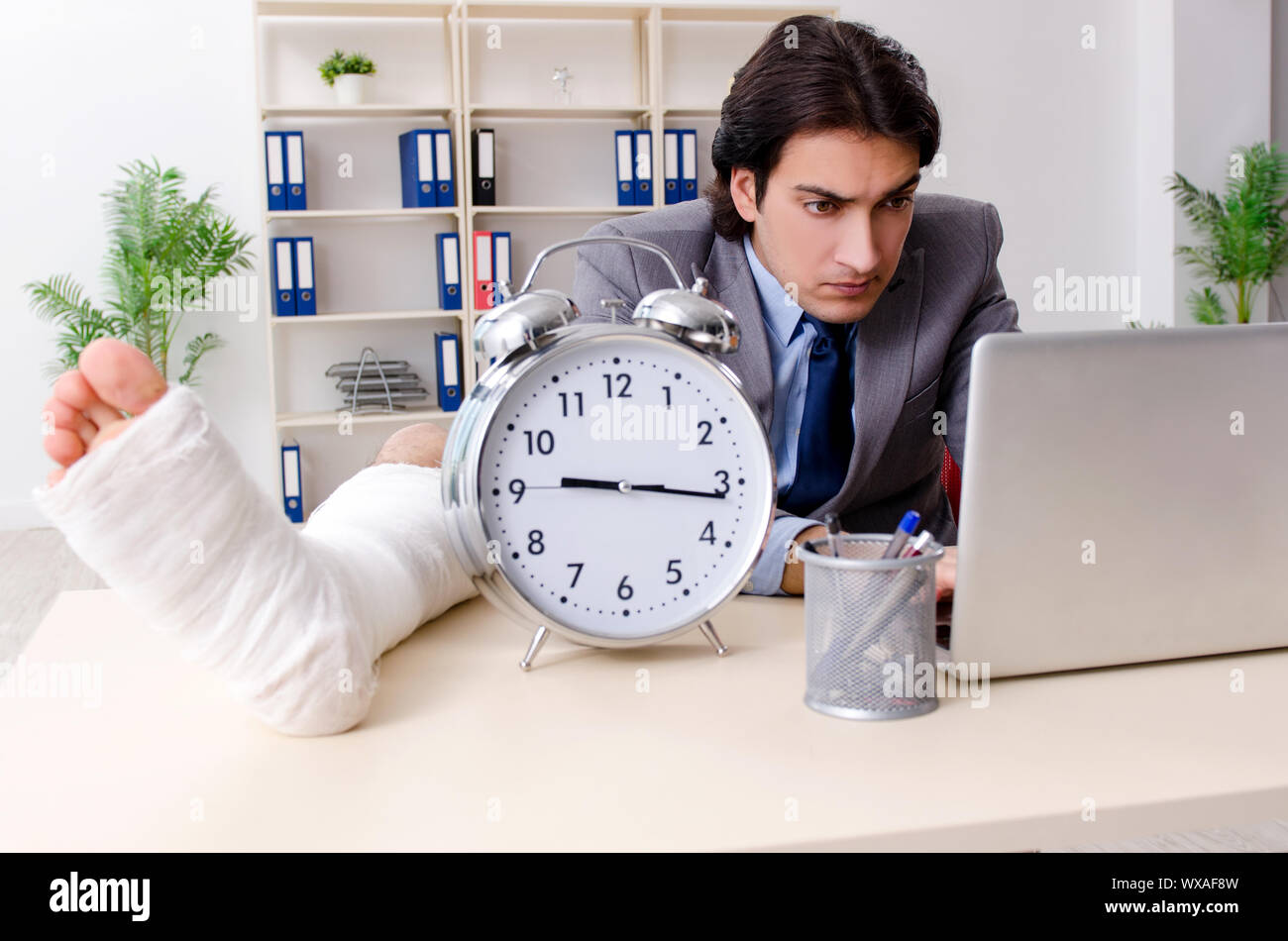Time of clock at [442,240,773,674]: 9:16
